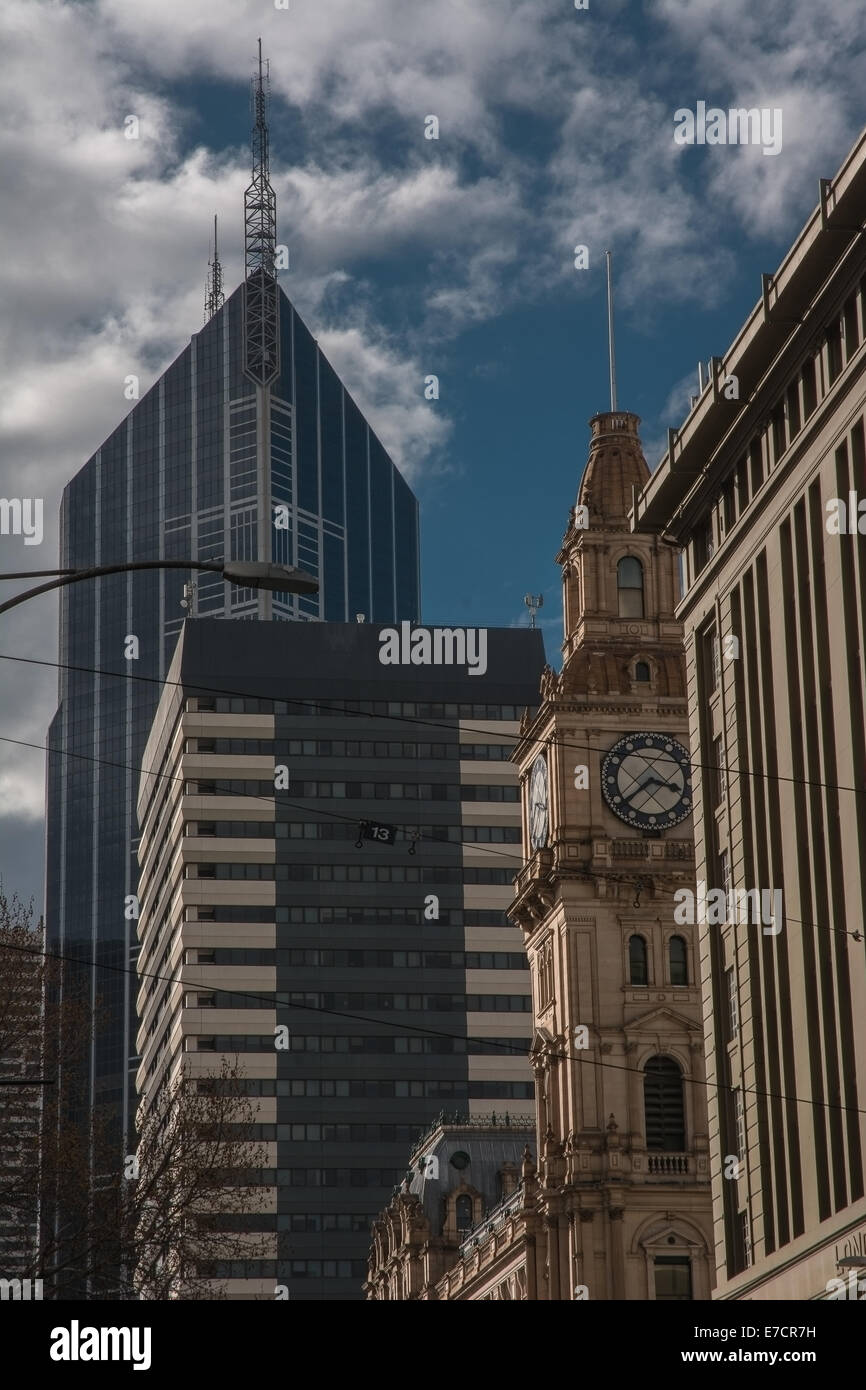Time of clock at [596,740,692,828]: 3:38
